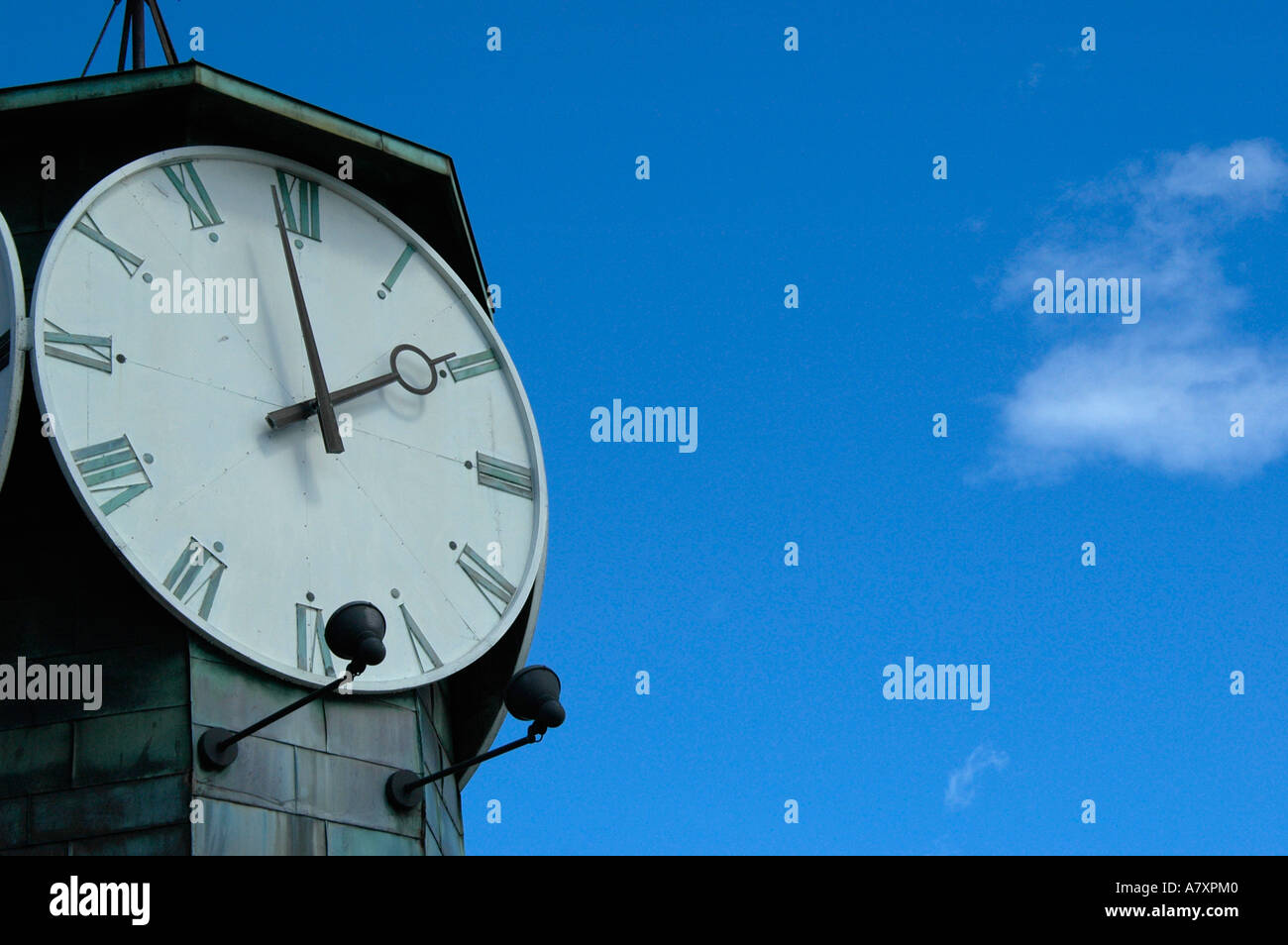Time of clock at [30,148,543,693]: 1:58
